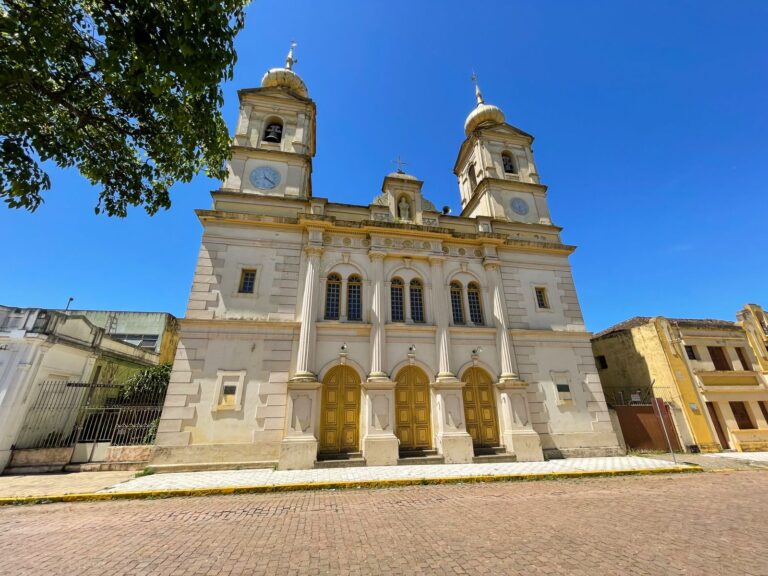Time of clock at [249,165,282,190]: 4:21
